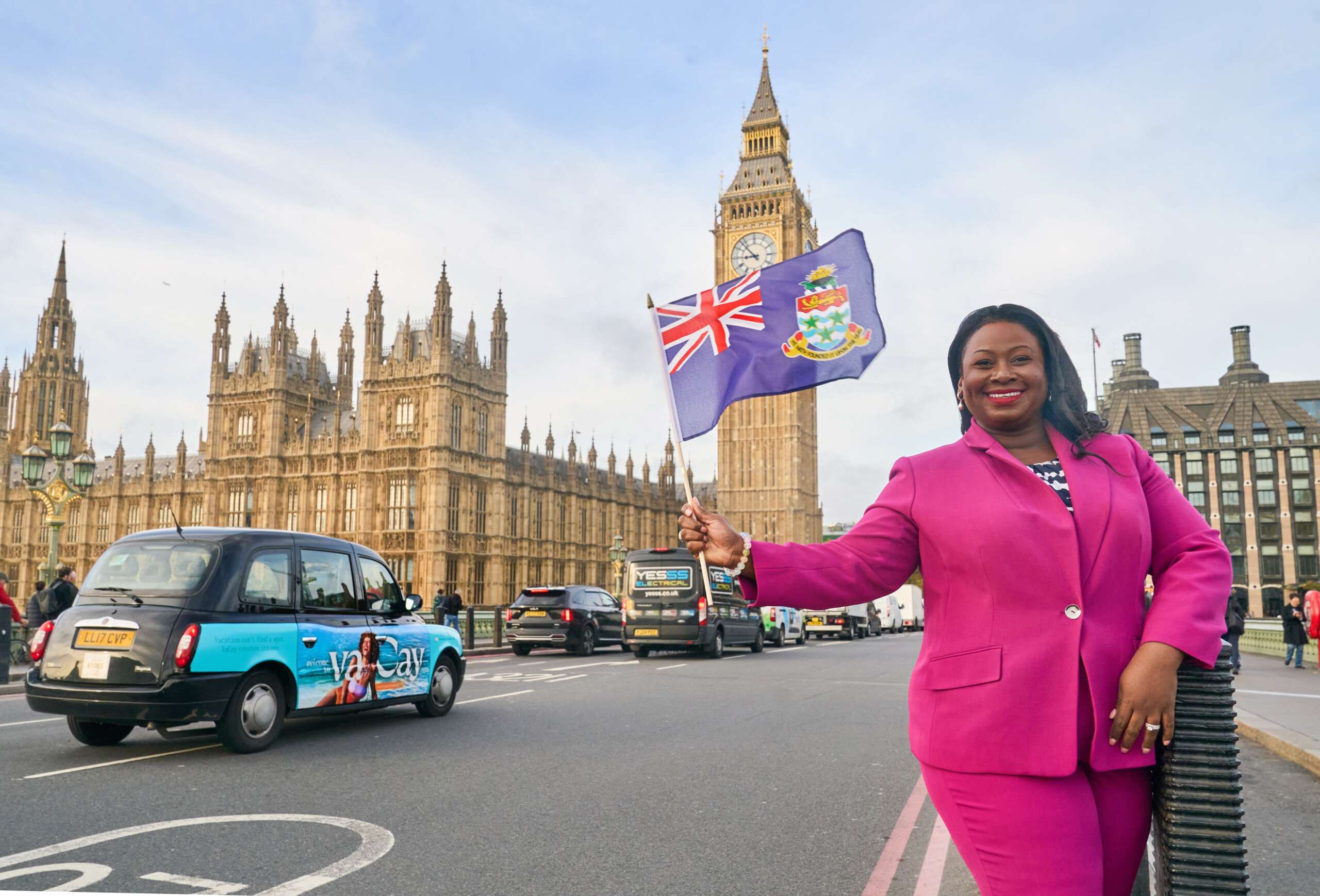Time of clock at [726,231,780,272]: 8:53
